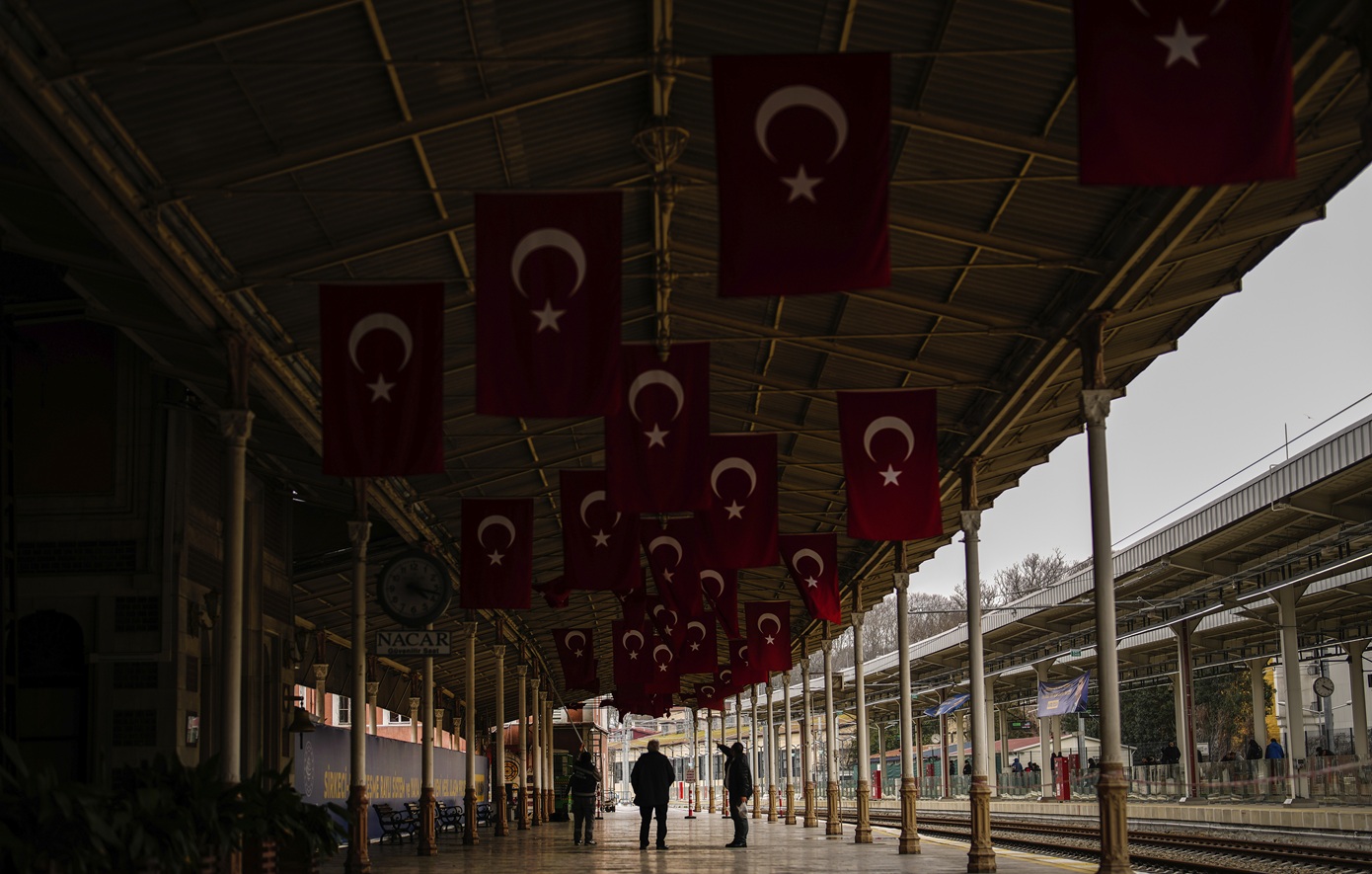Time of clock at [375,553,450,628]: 4:17
